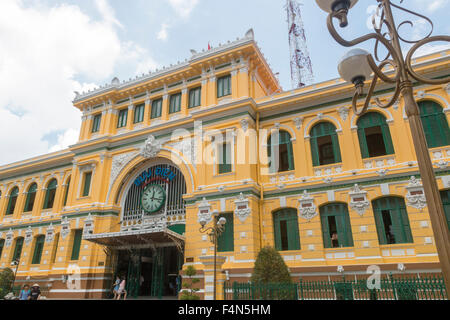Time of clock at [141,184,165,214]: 12:17
